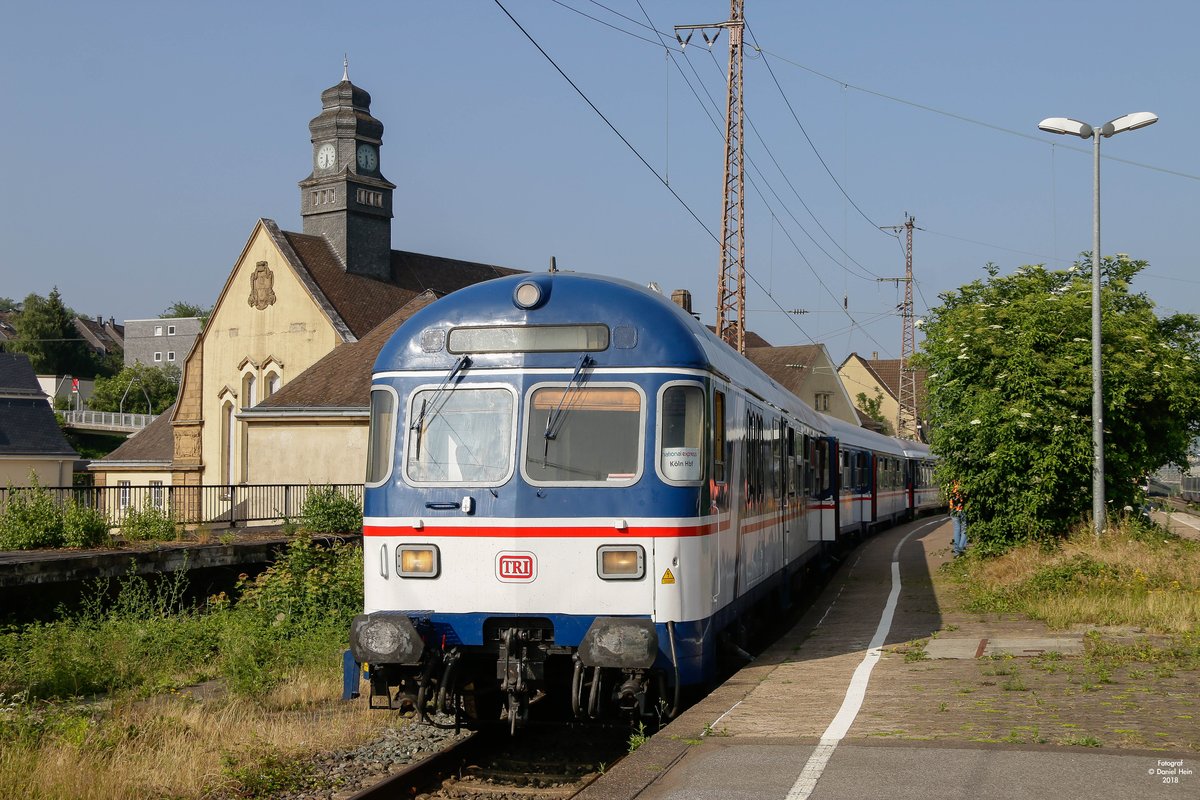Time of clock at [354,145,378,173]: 5:31
